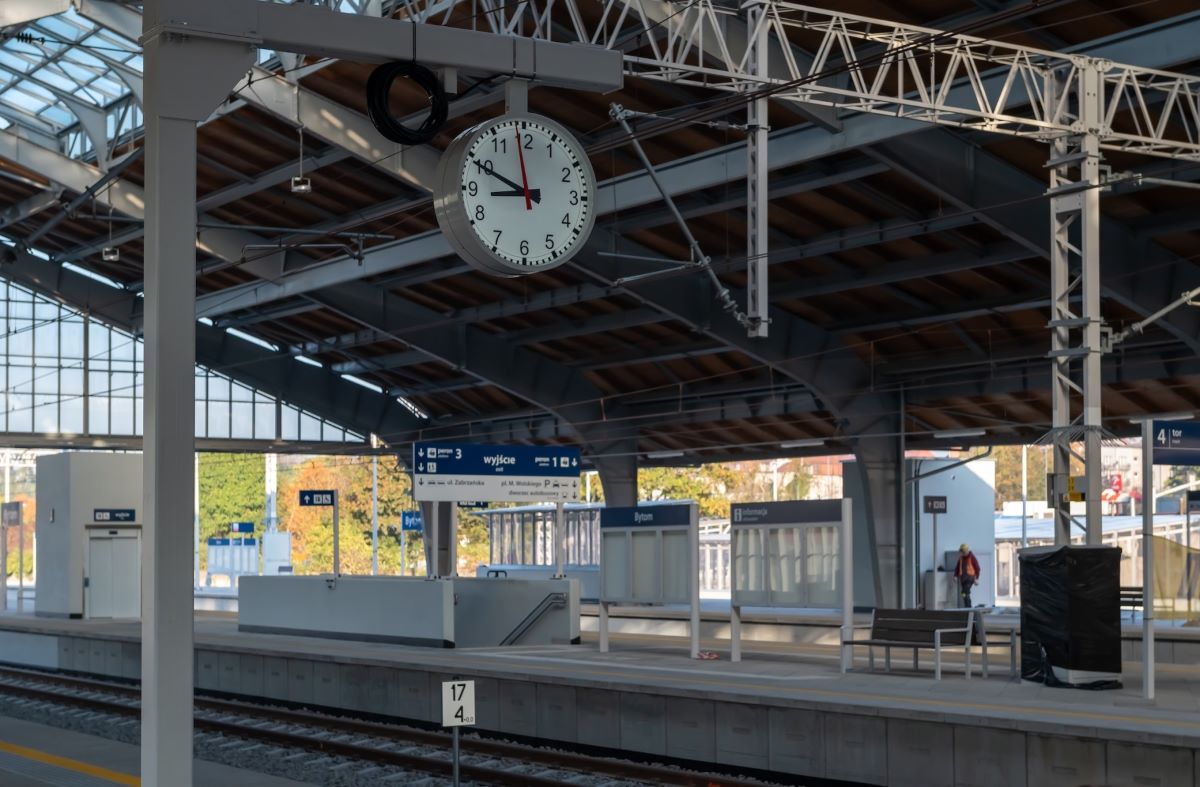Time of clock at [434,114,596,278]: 8:49
